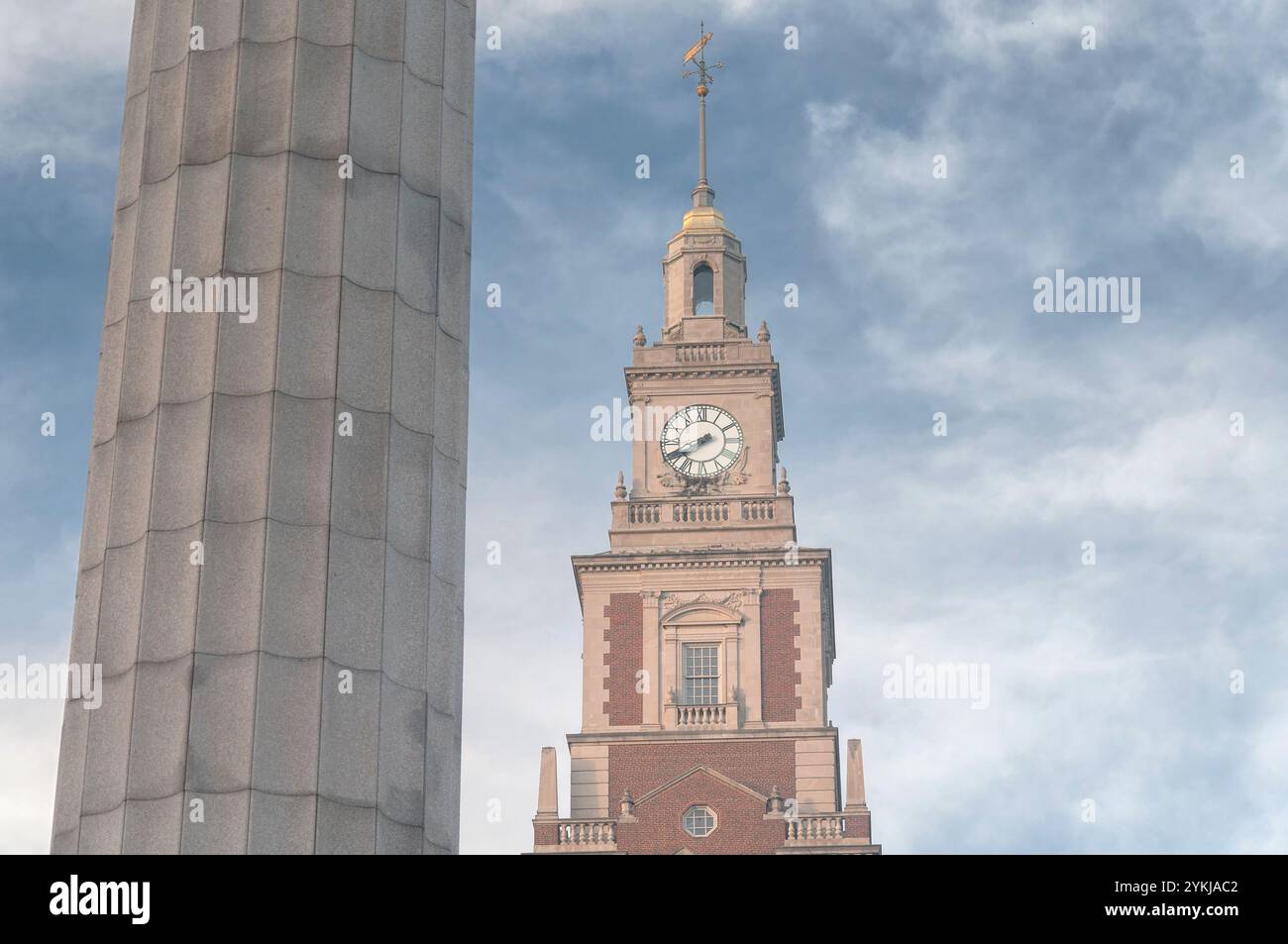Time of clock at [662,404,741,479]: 7:40
